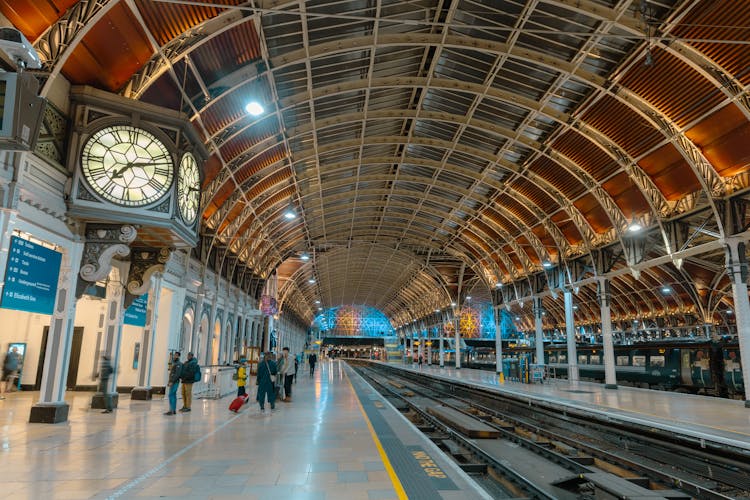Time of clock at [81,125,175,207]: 7:12
